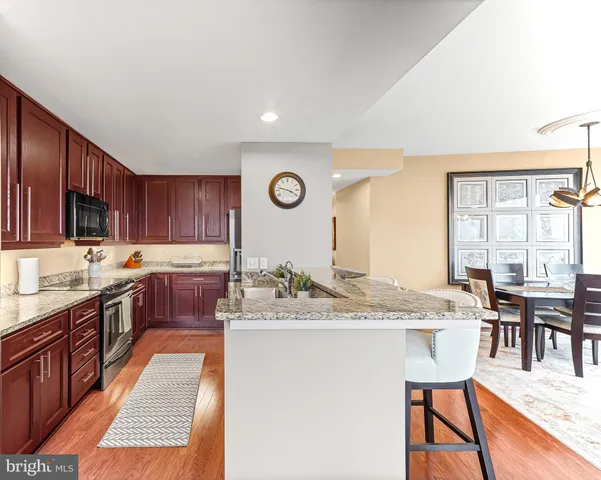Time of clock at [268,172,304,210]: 3:47
